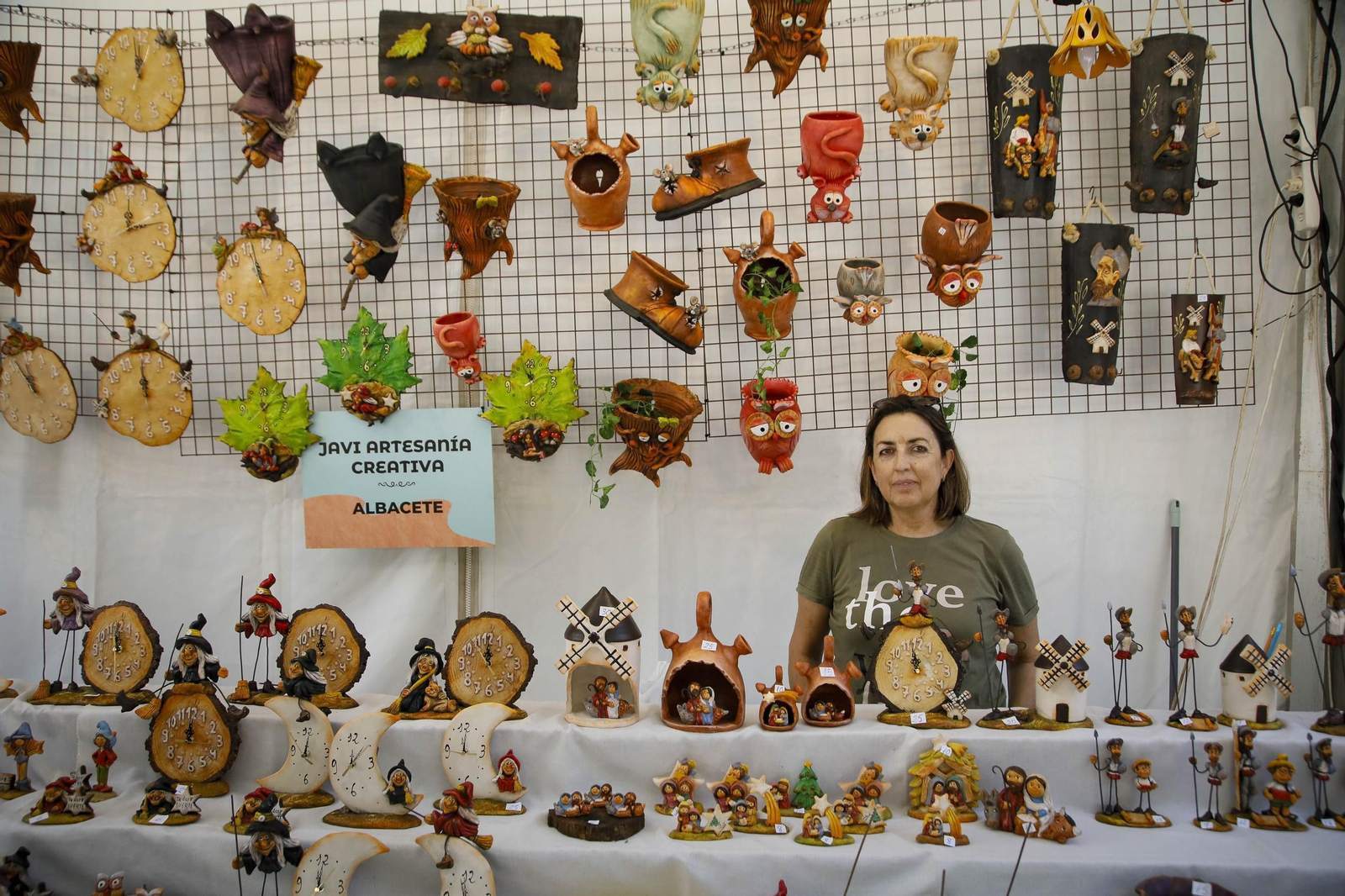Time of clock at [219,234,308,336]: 10:56
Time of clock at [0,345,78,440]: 11:55
